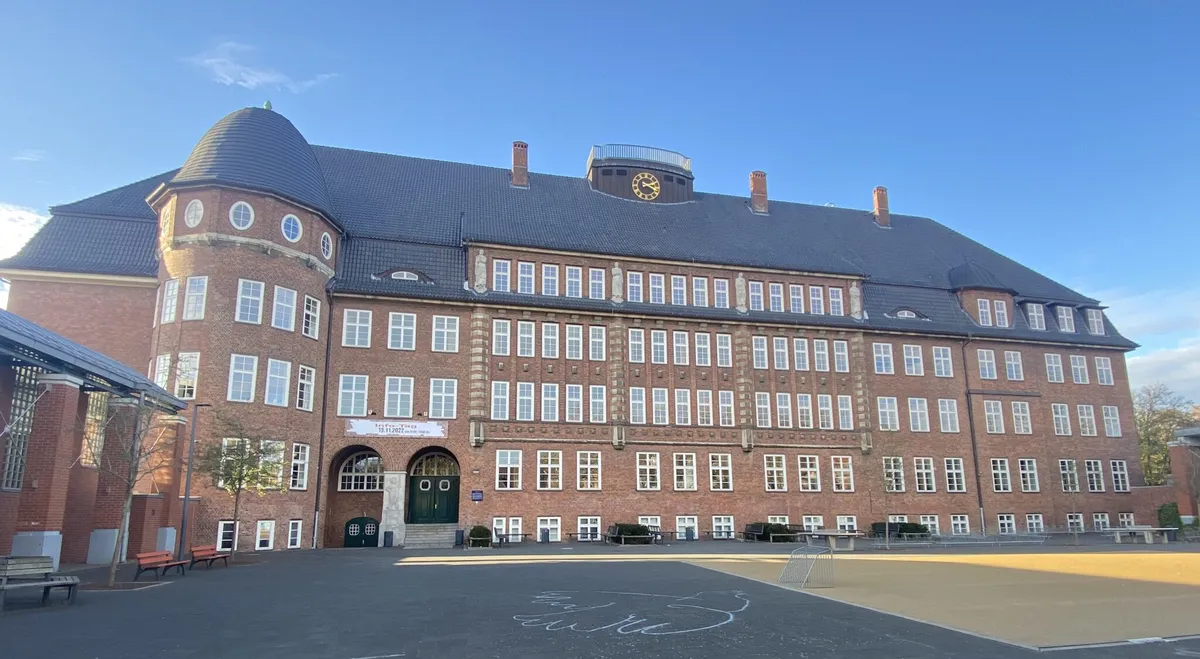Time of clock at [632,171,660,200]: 2:18
